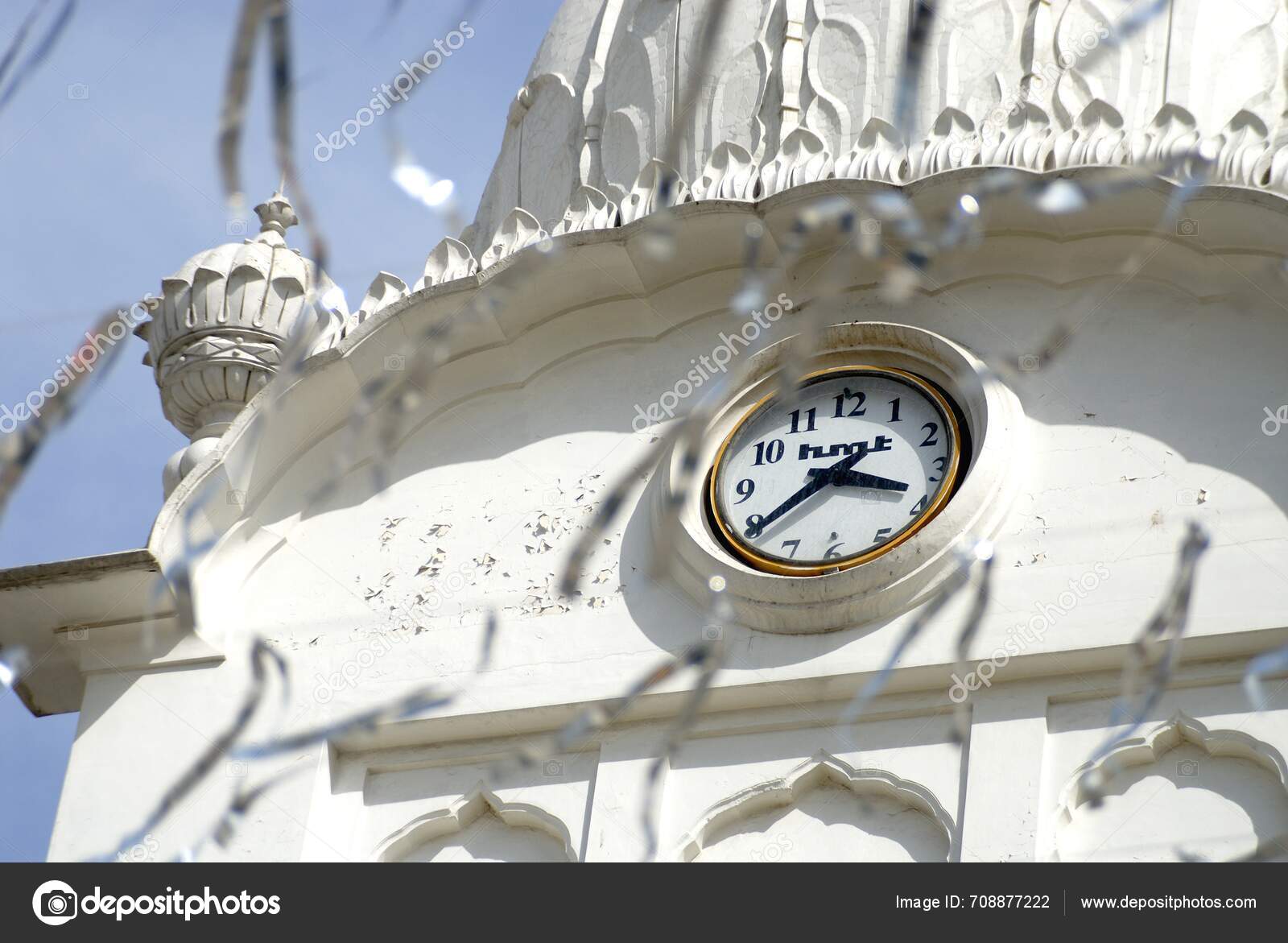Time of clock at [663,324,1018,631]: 3:38
